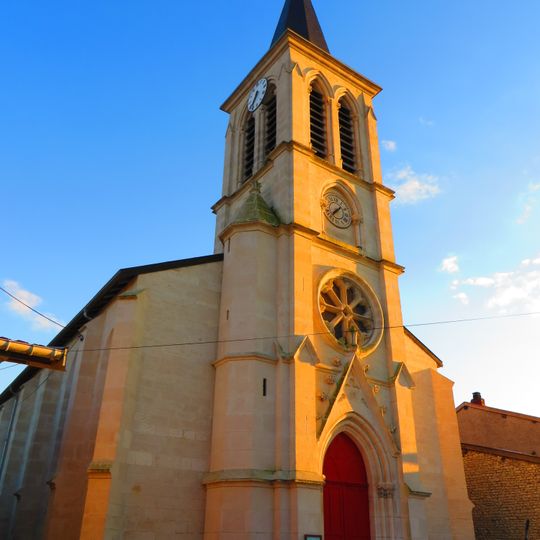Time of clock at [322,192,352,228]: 7:37
